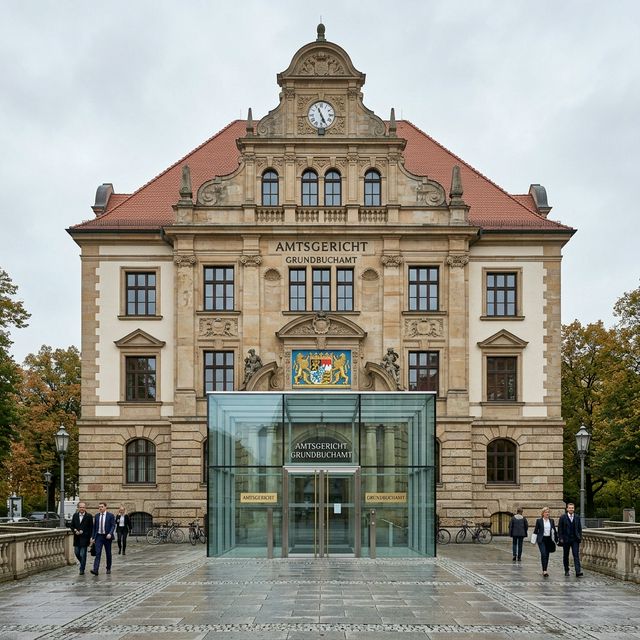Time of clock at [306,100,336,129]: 11:25
